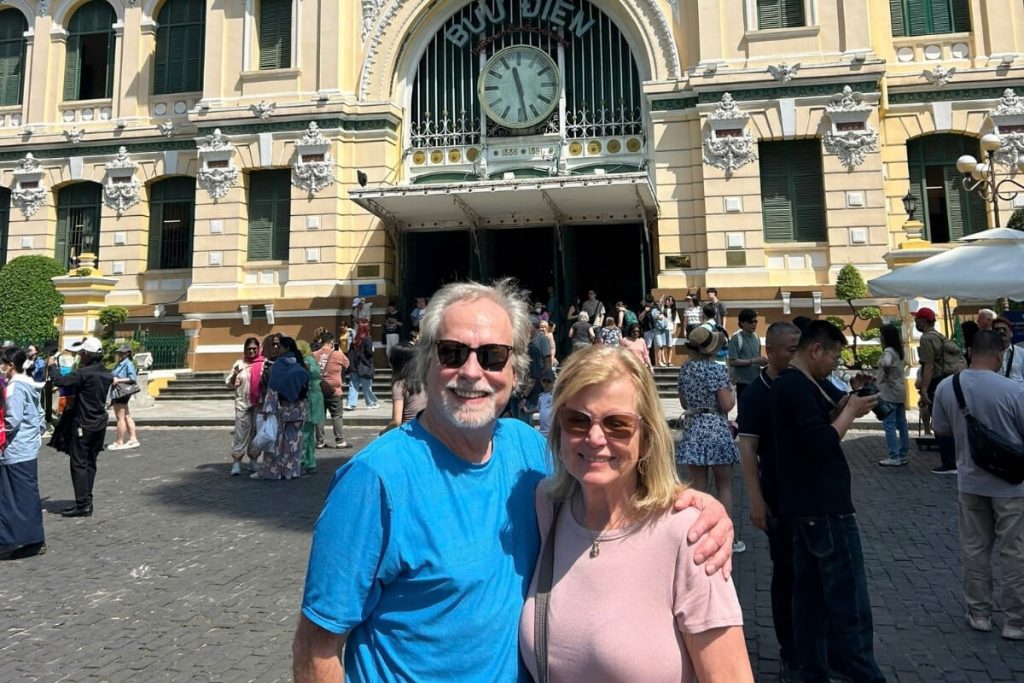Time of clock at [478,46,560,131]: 11:28
